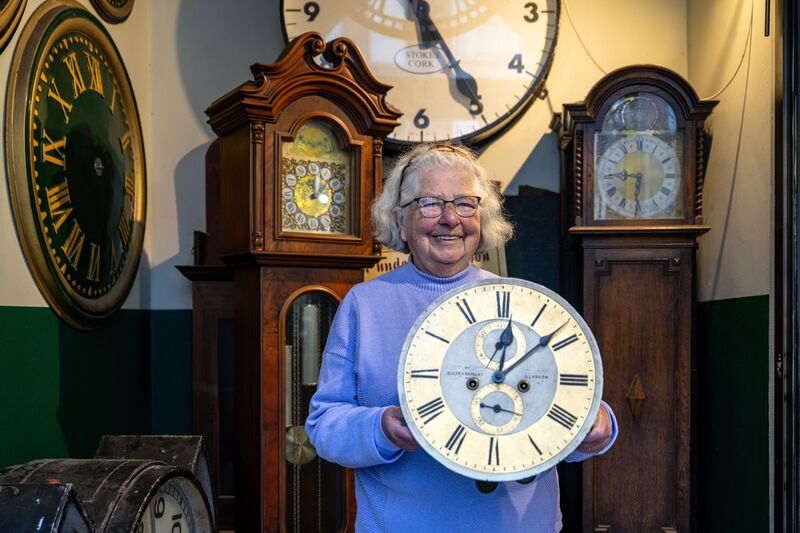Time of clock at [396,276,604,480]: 12:08
